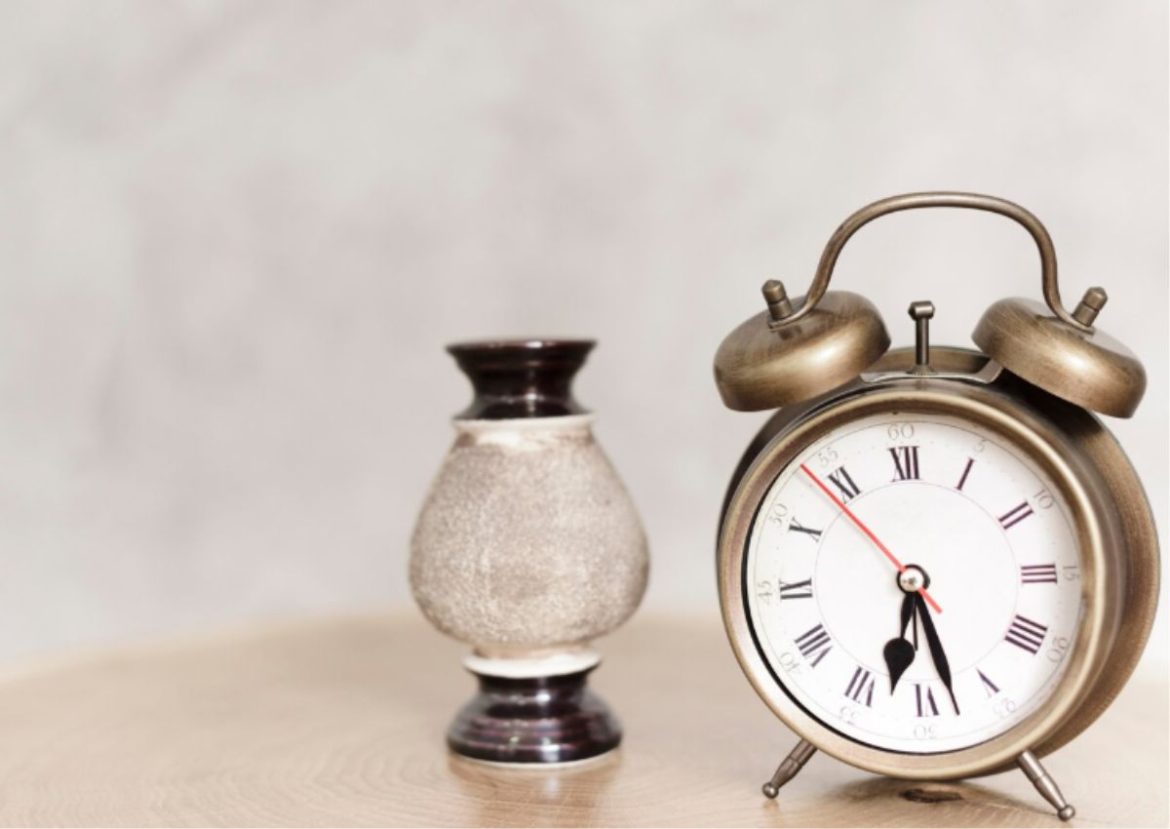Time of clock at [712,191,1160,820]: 6:27
